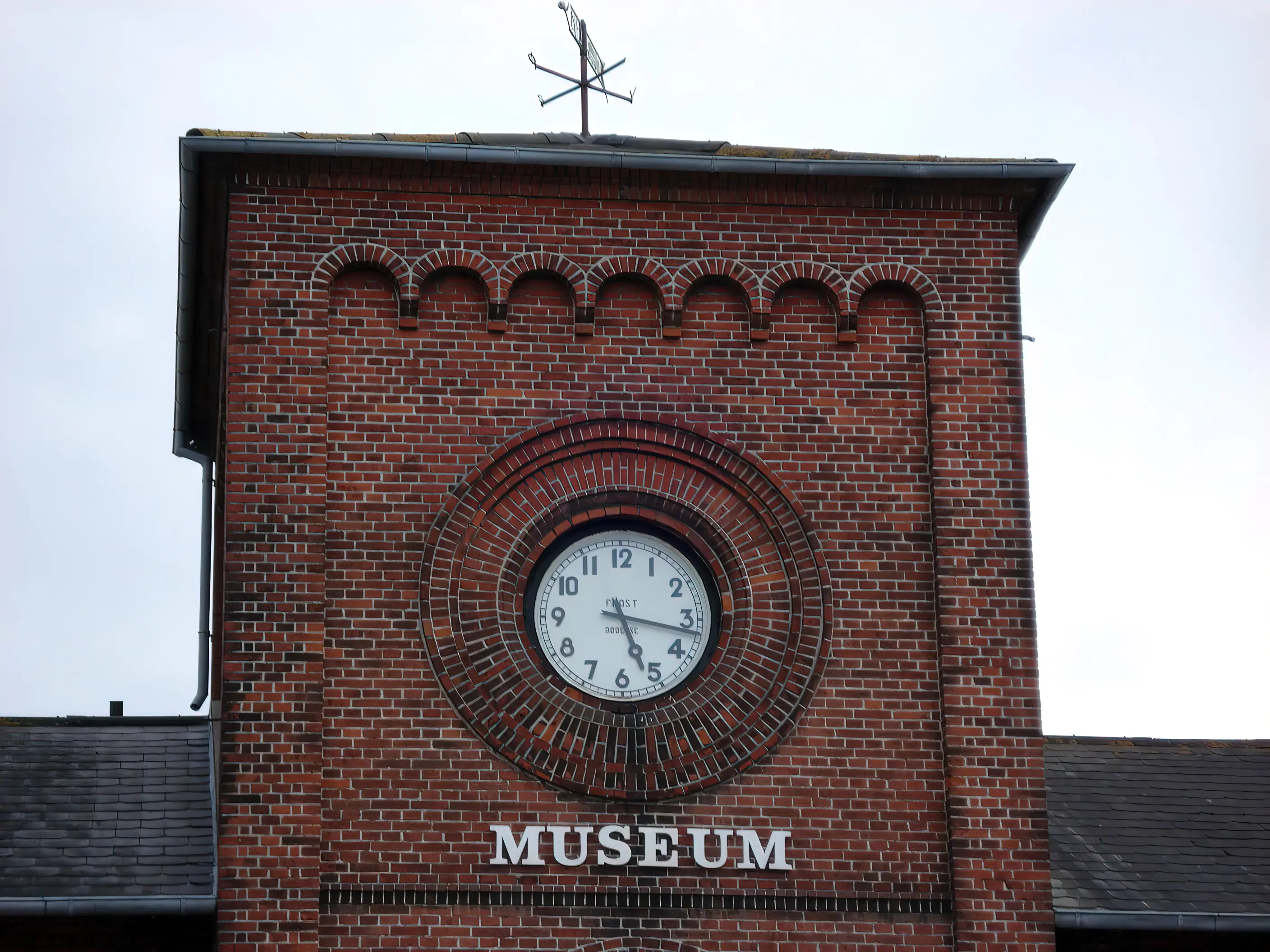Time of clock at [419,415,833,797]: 5:16
